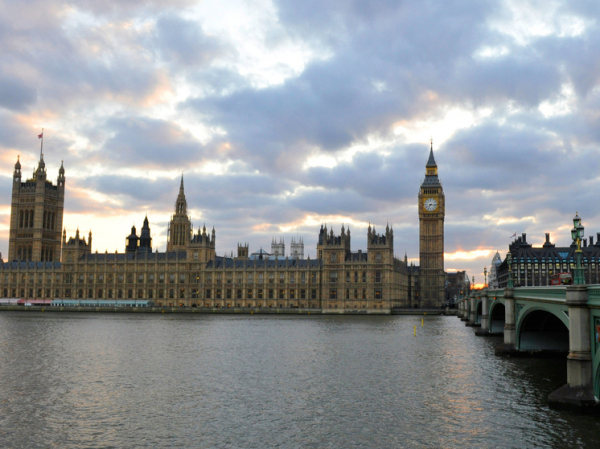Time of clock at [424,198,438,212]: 7:15
